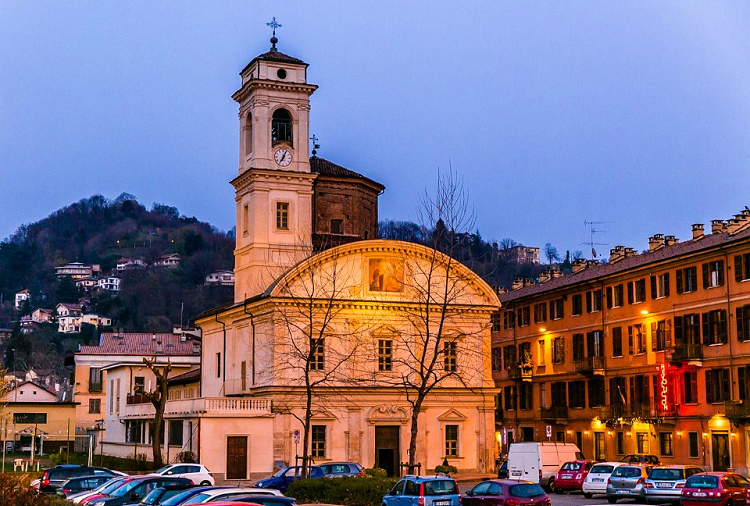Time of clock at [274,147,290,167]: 7:04
